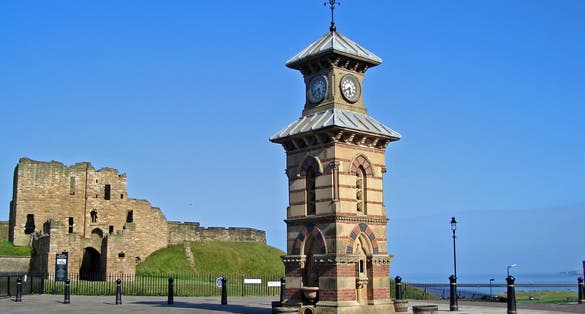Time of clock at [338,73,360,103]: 5:40
